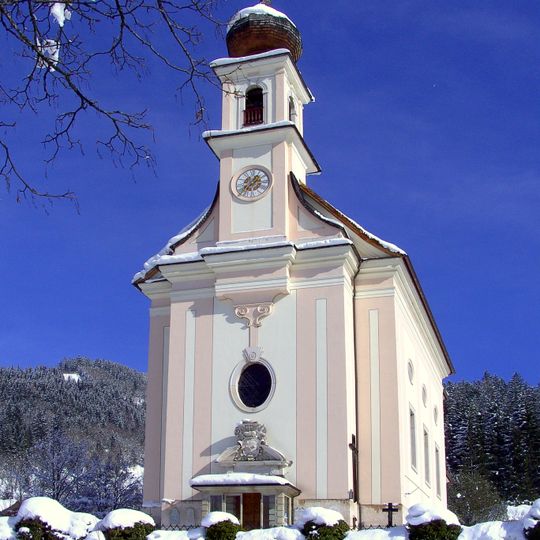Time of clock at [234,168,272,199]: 1:37
